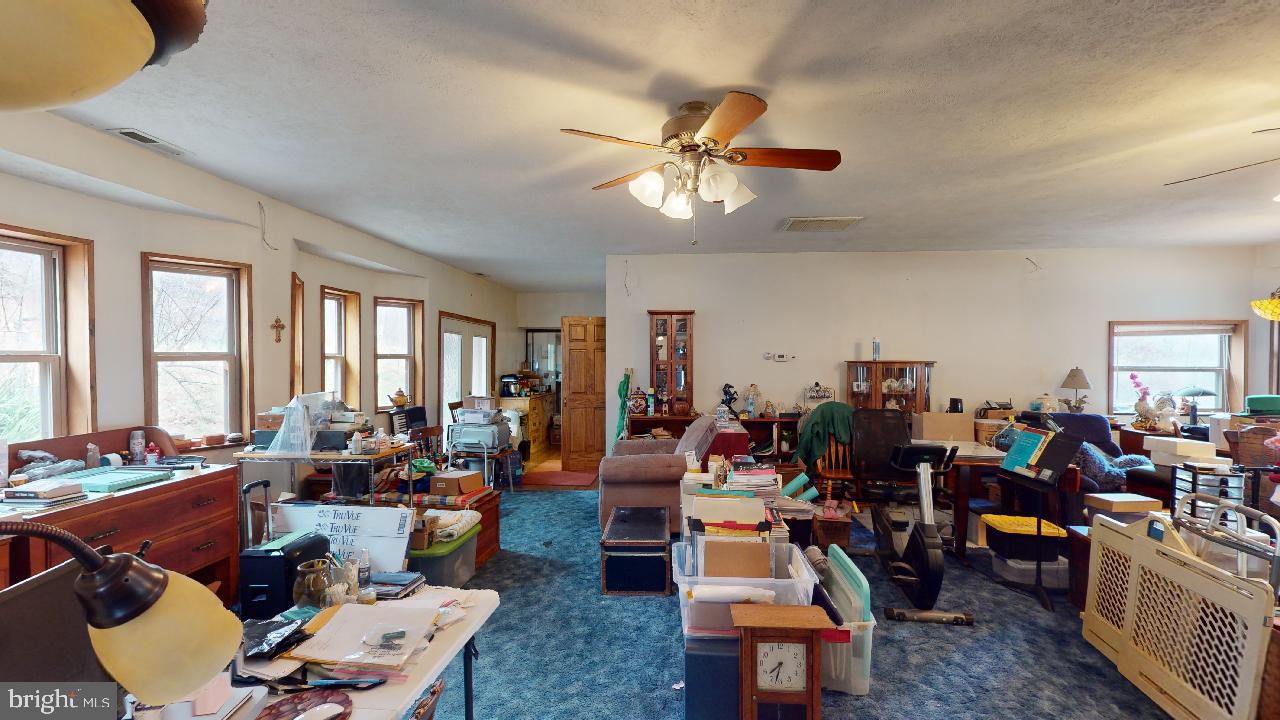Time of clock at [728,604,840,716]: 7:32
